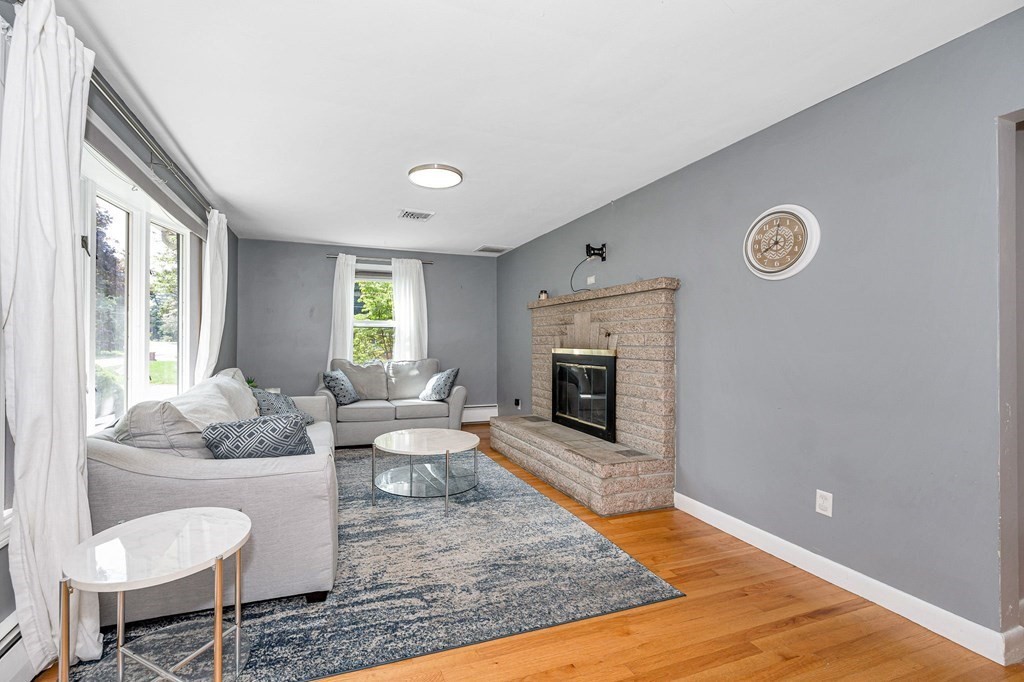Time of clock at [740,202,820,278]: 8:01
